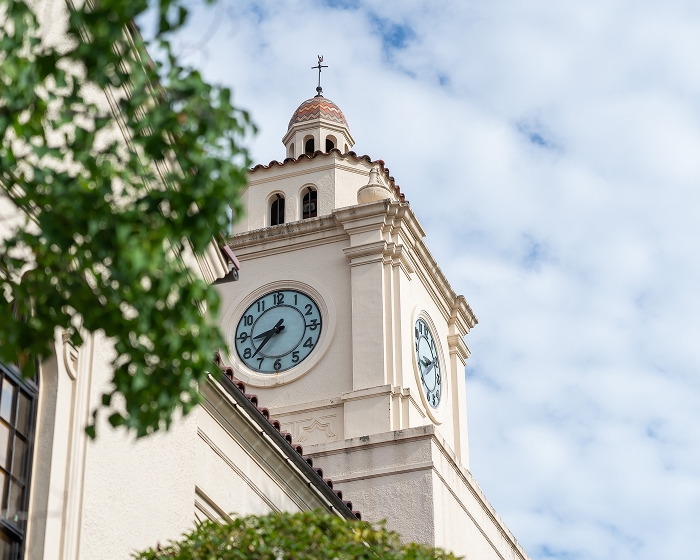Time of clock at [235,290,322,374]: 8:37
